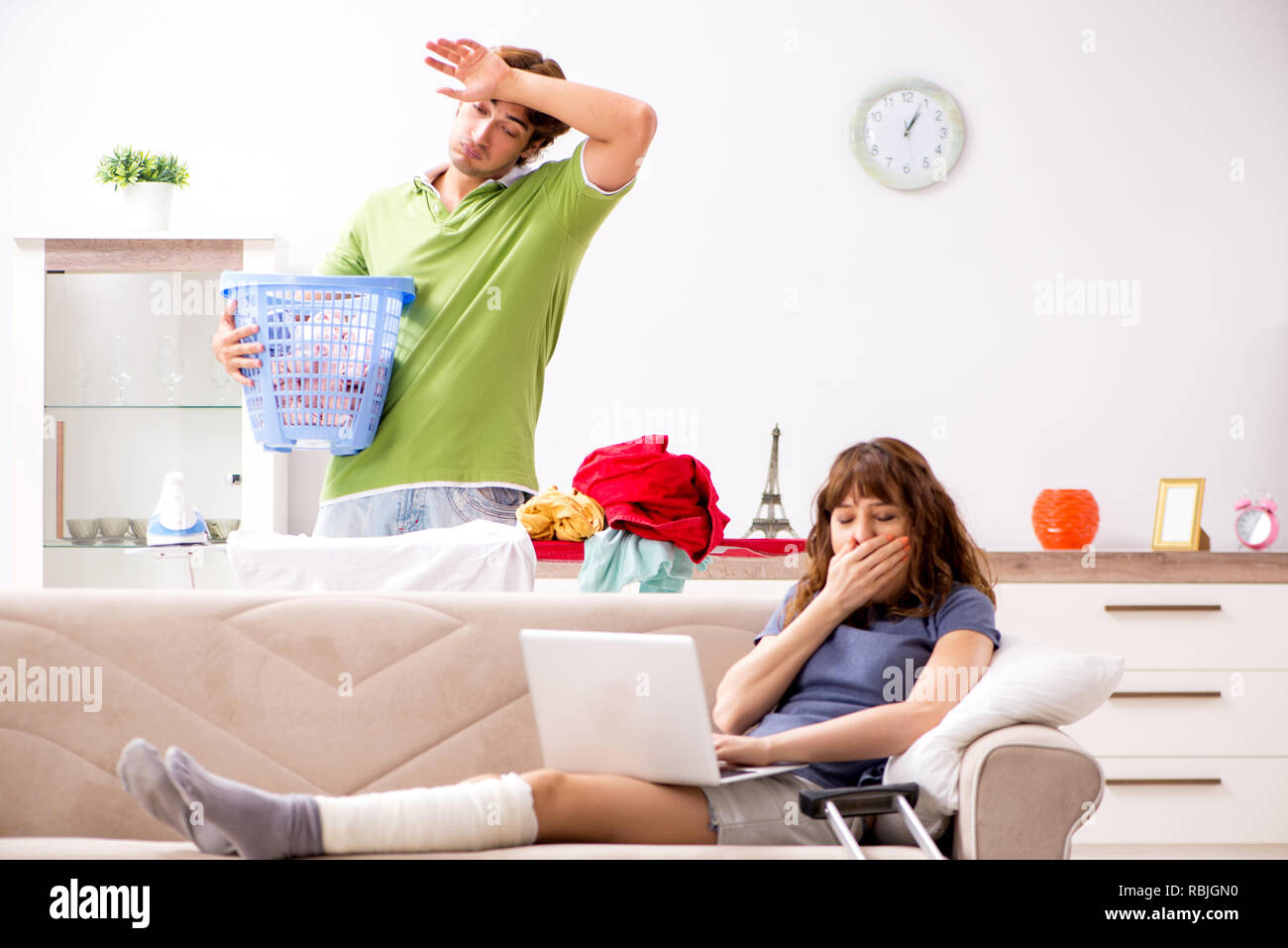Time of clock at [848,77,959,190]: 1:04
